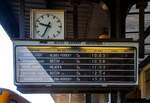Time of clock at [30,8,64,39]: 9:34
